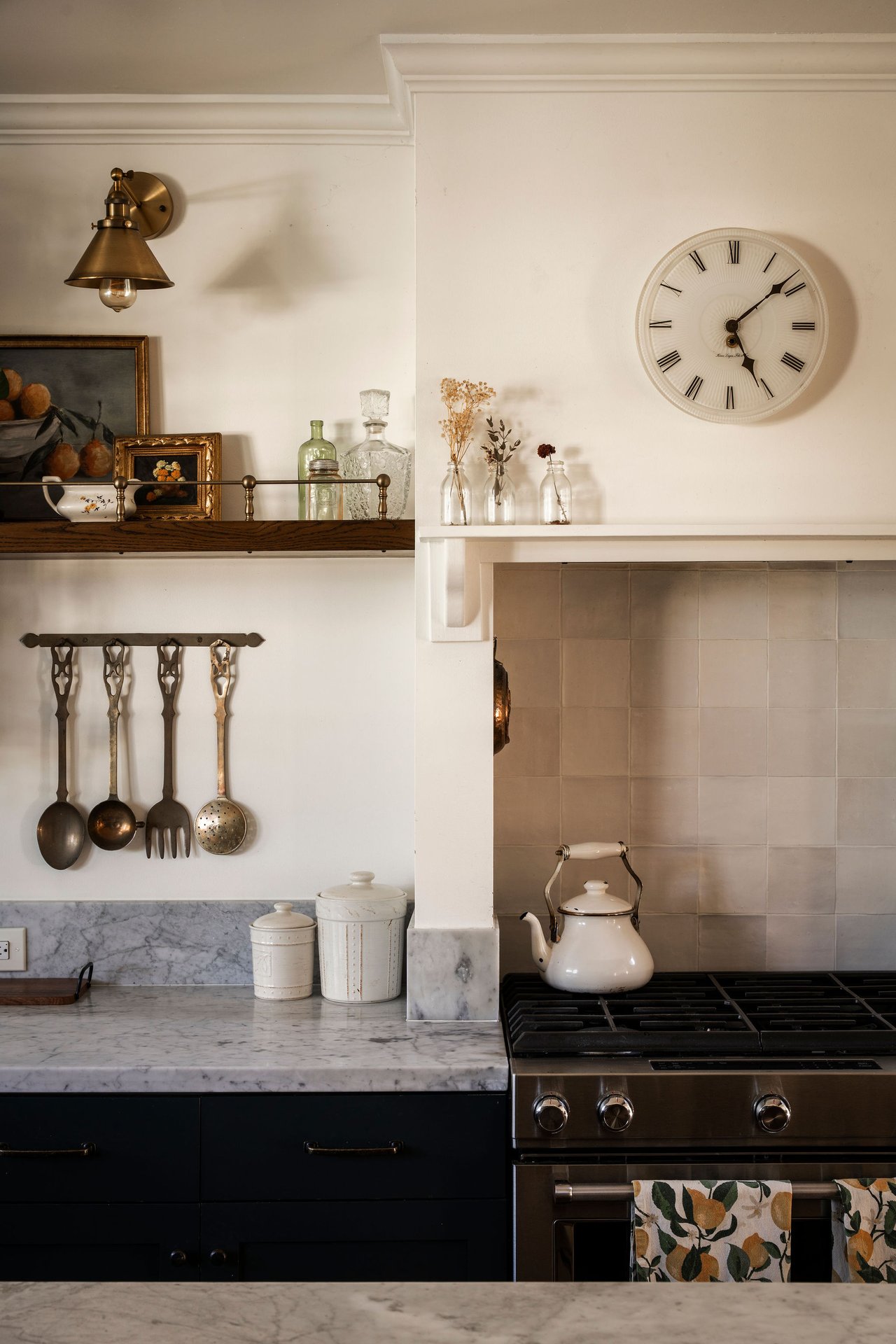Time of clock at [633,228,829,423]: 5:08
